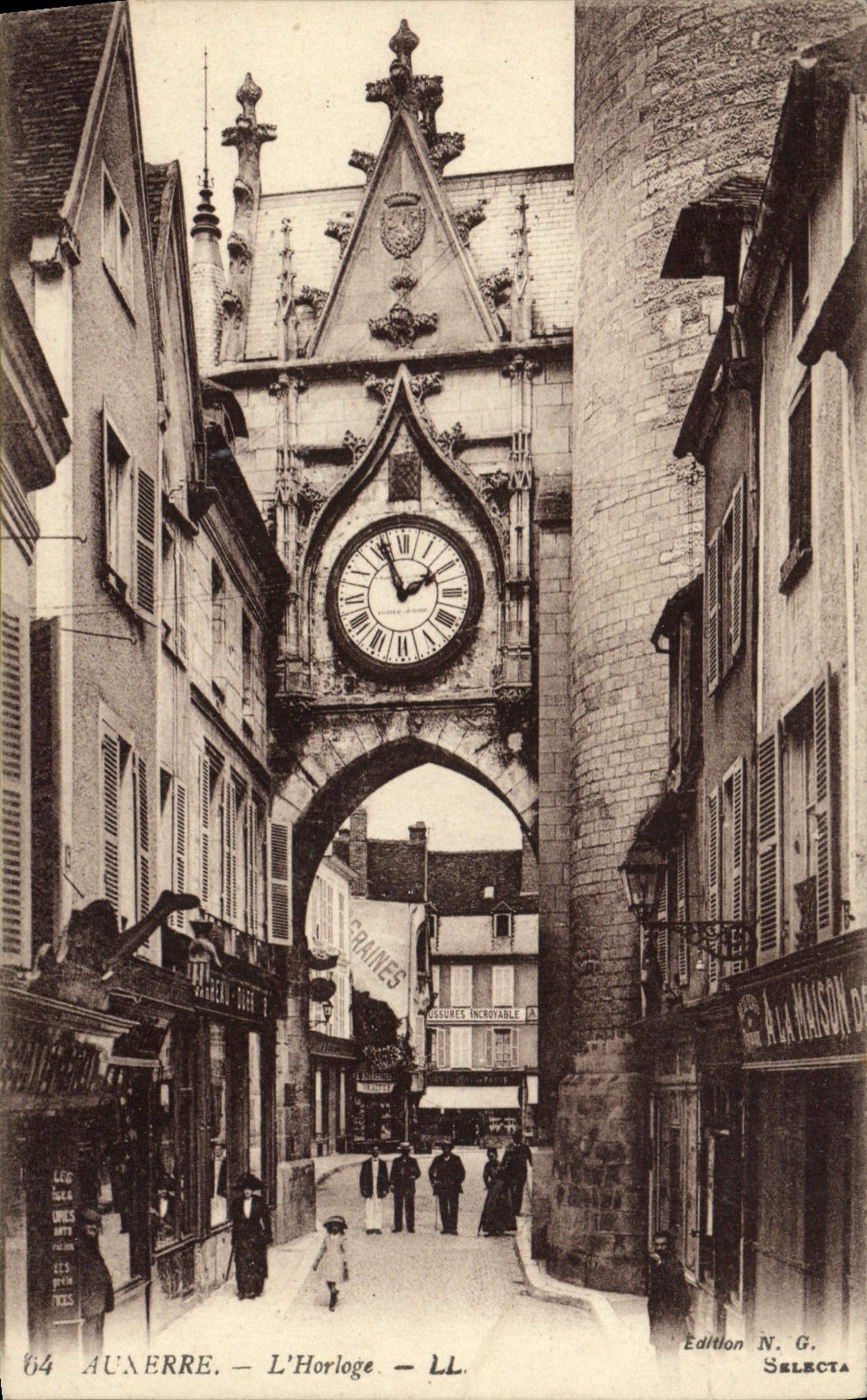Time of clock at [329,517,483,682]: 1:56
